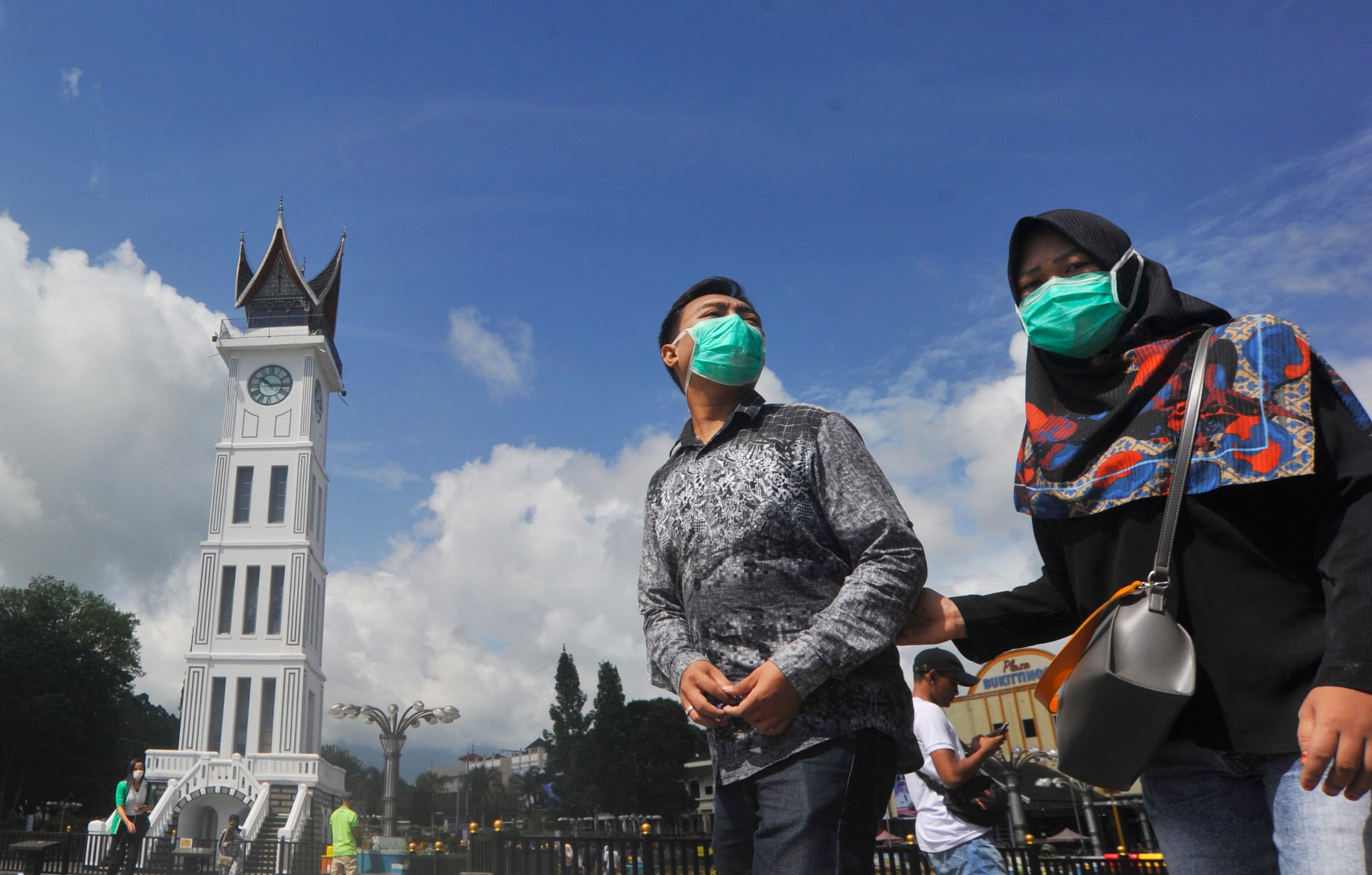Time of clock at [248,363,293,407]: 10:15
